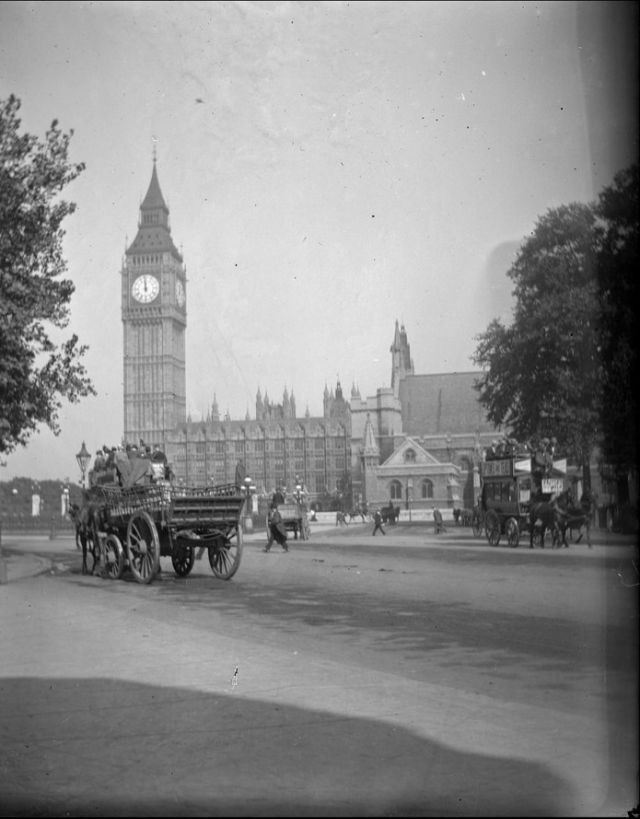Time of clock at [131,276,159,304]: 11:59
